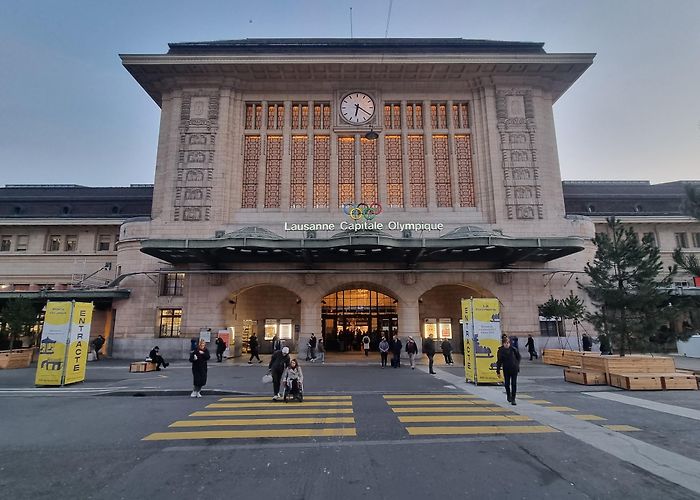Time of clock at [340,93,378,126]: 6:20
